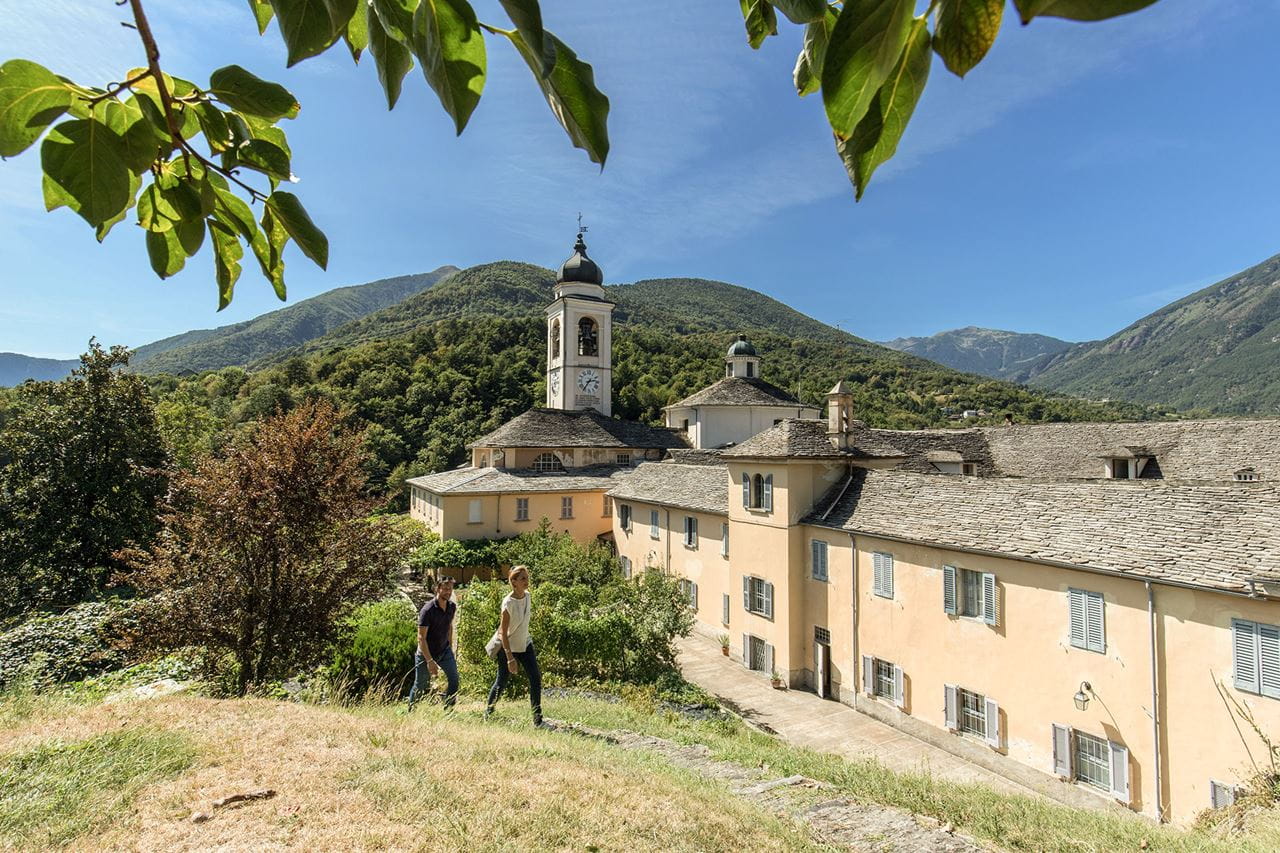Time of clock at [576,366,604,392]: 2:36
